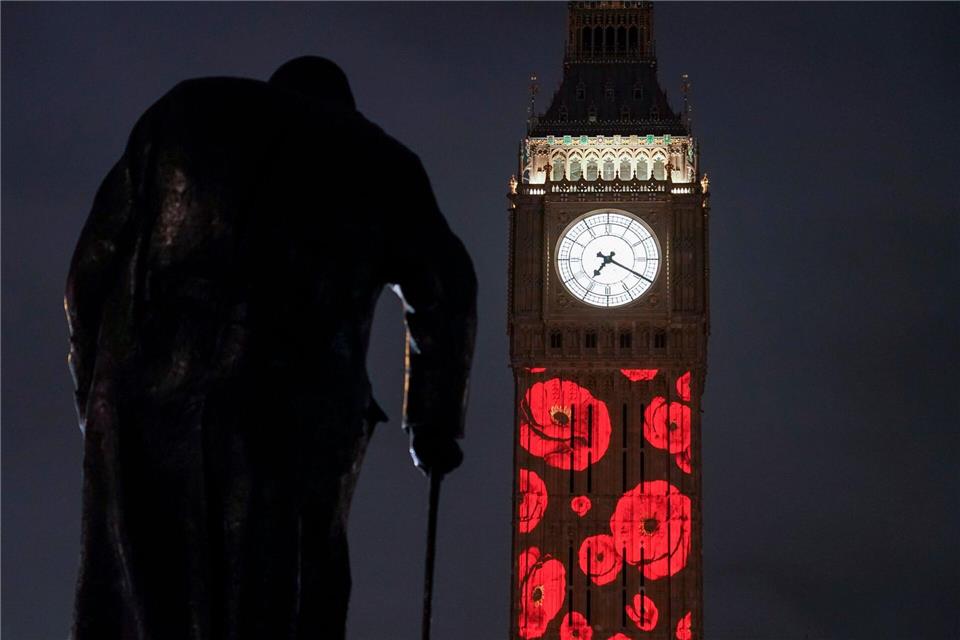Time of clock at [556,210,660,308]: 7:19
